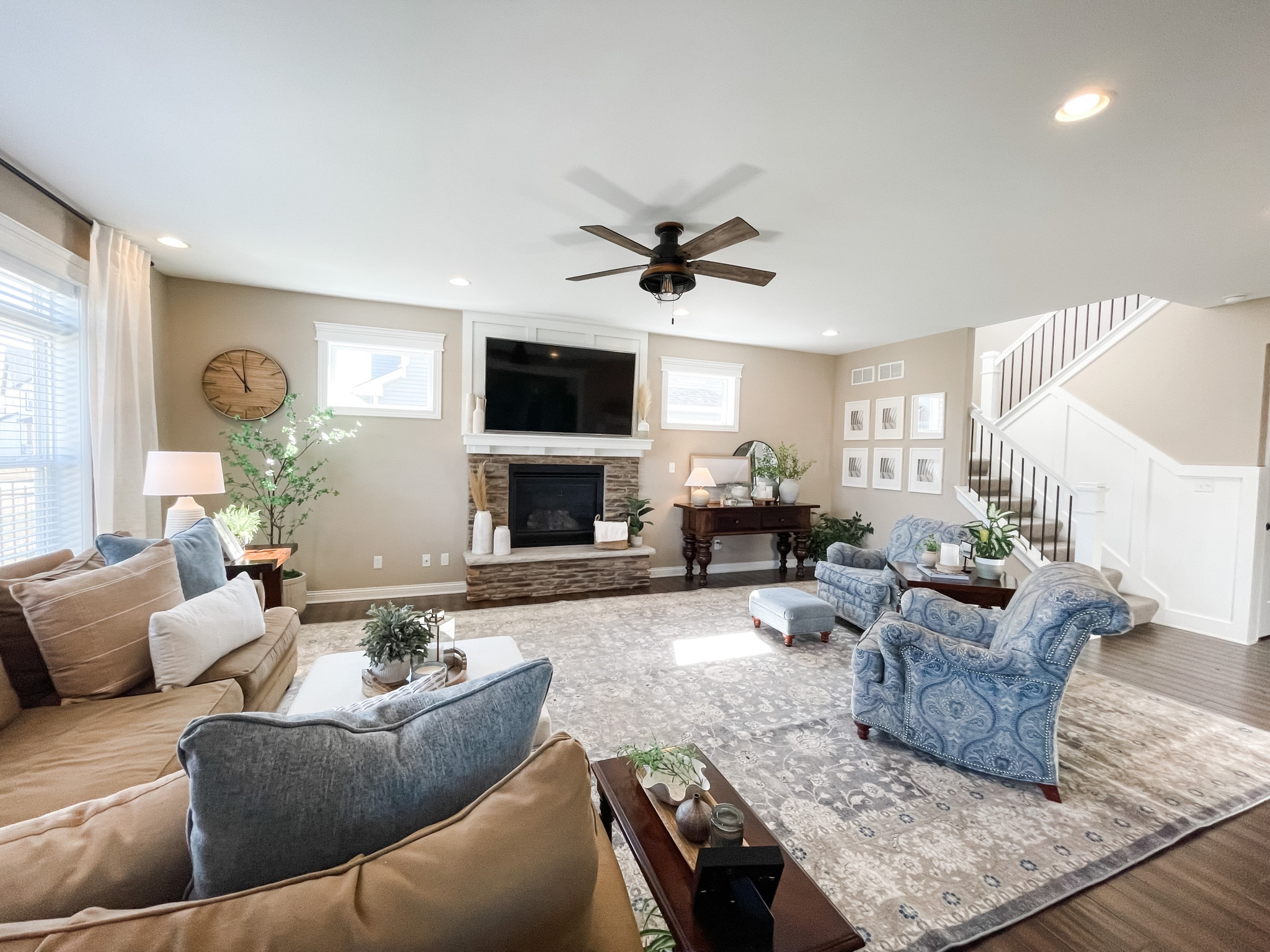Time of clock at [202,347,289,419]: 10:59
